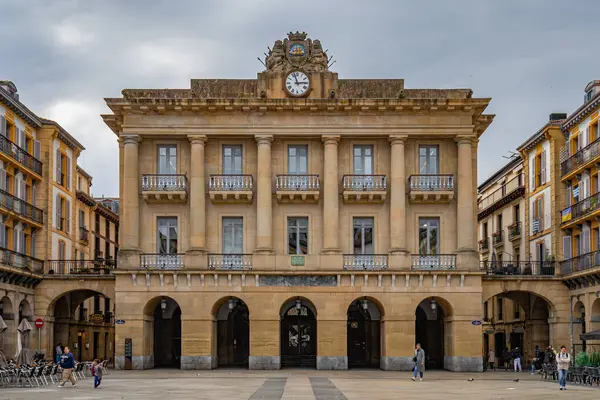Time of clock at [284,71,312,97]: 2:57
